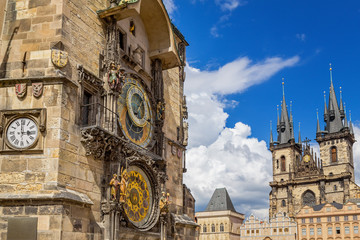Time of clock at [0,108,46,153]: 2:59
